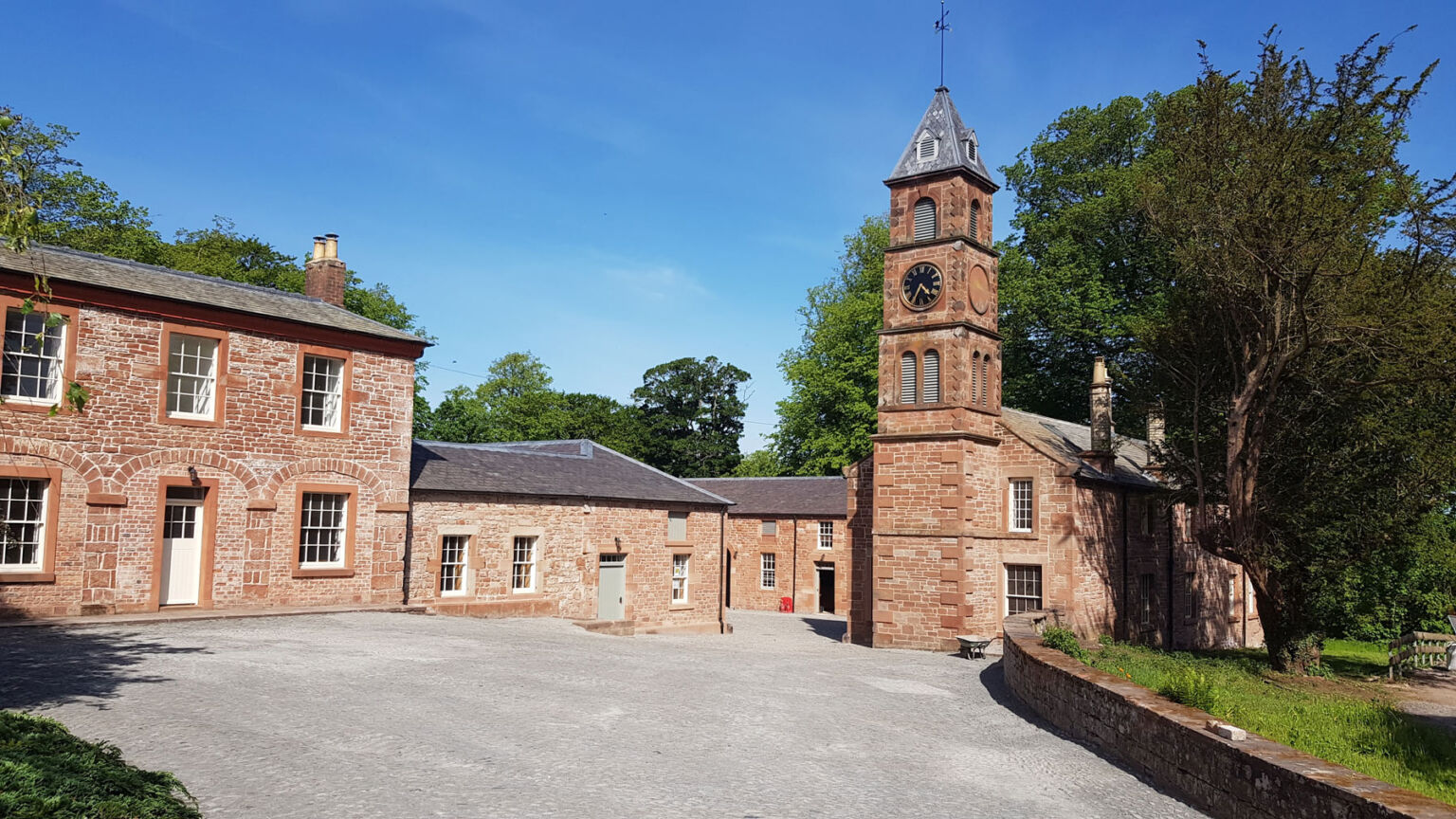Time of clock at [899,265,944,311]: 4:34
